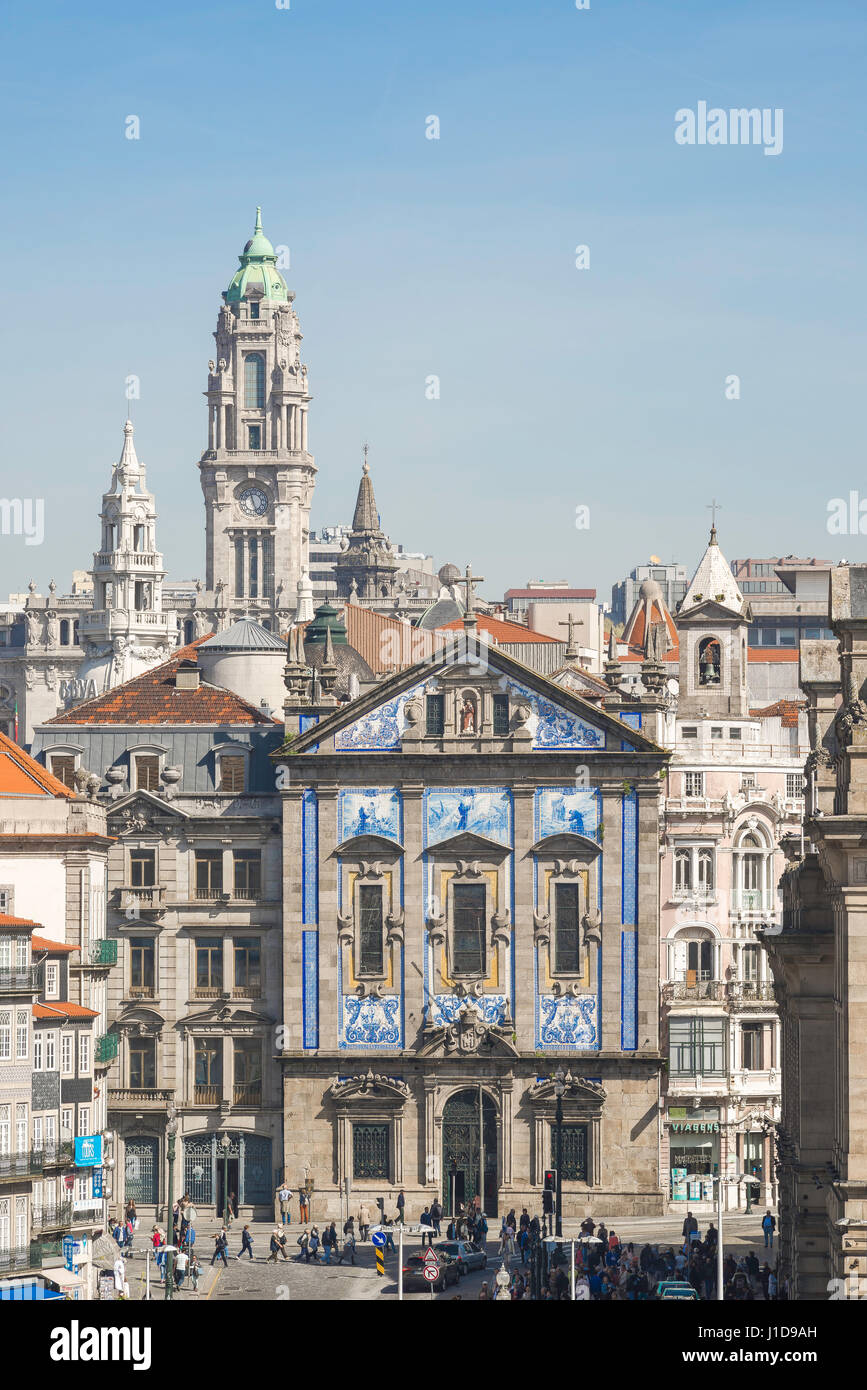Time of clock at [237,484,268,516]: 11:25
